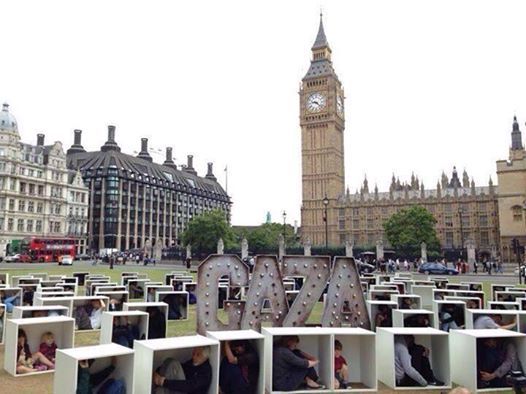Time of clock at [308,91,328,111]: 9:22
